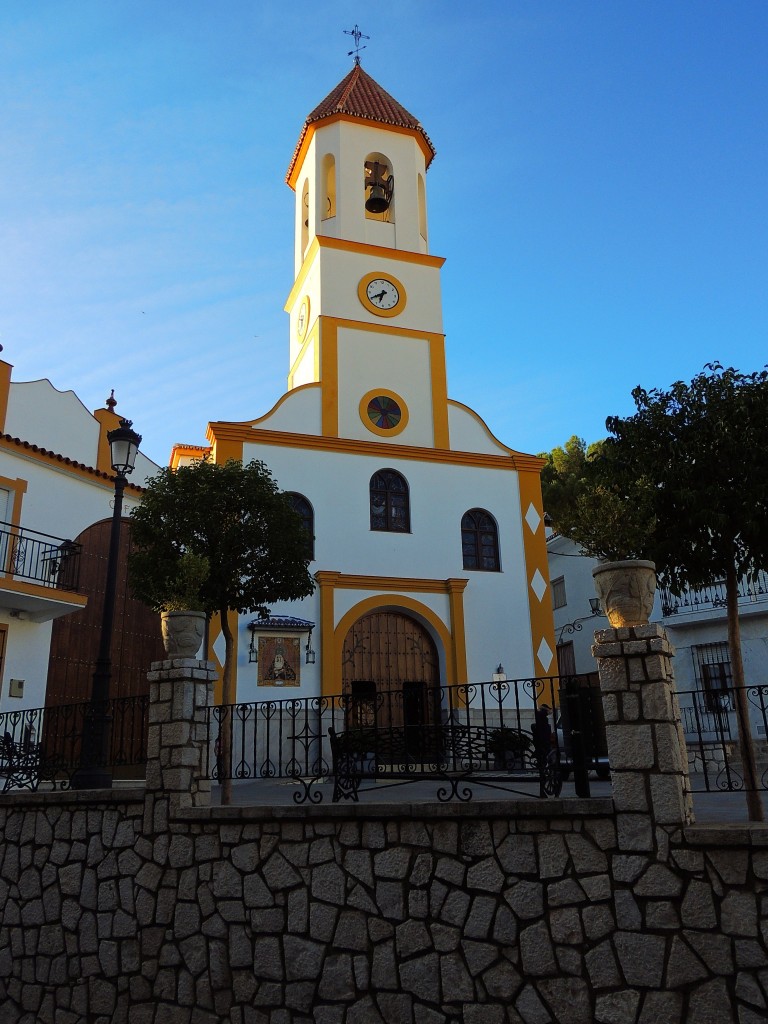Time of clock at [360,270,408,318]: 6:40
